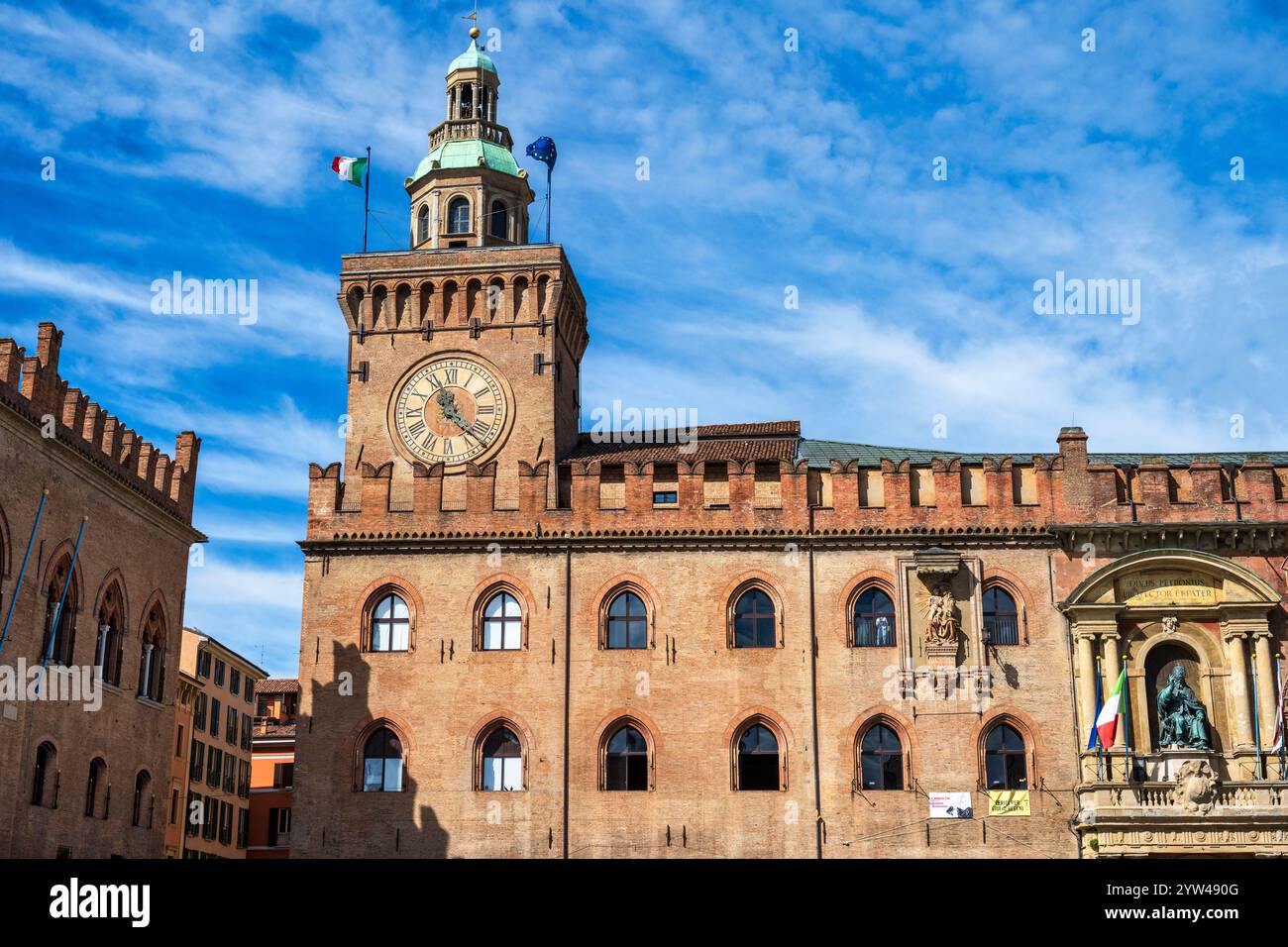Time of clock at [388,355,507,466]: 11:22
